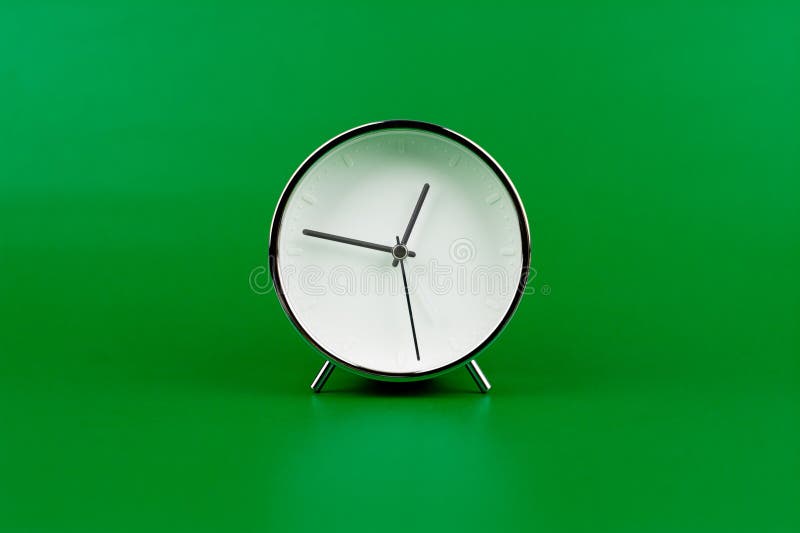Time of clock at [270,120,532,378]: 12:46
